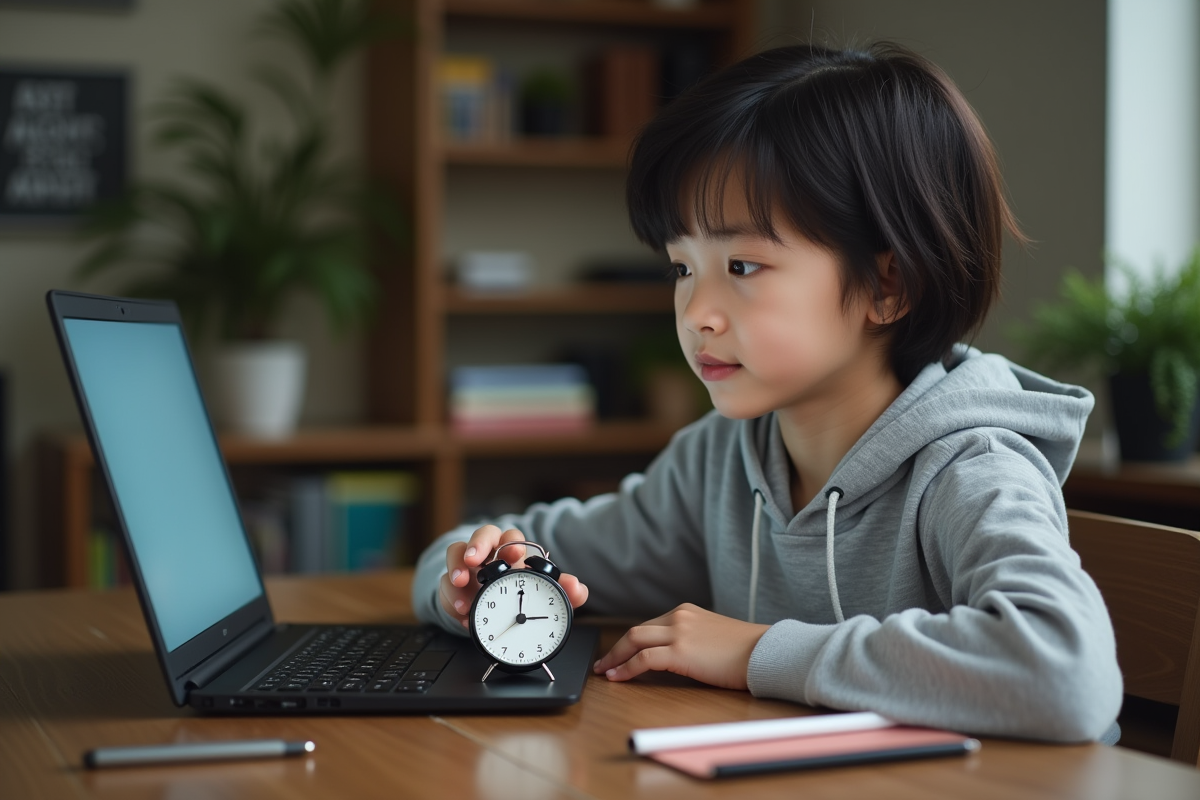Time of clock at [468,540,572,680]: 3:01
